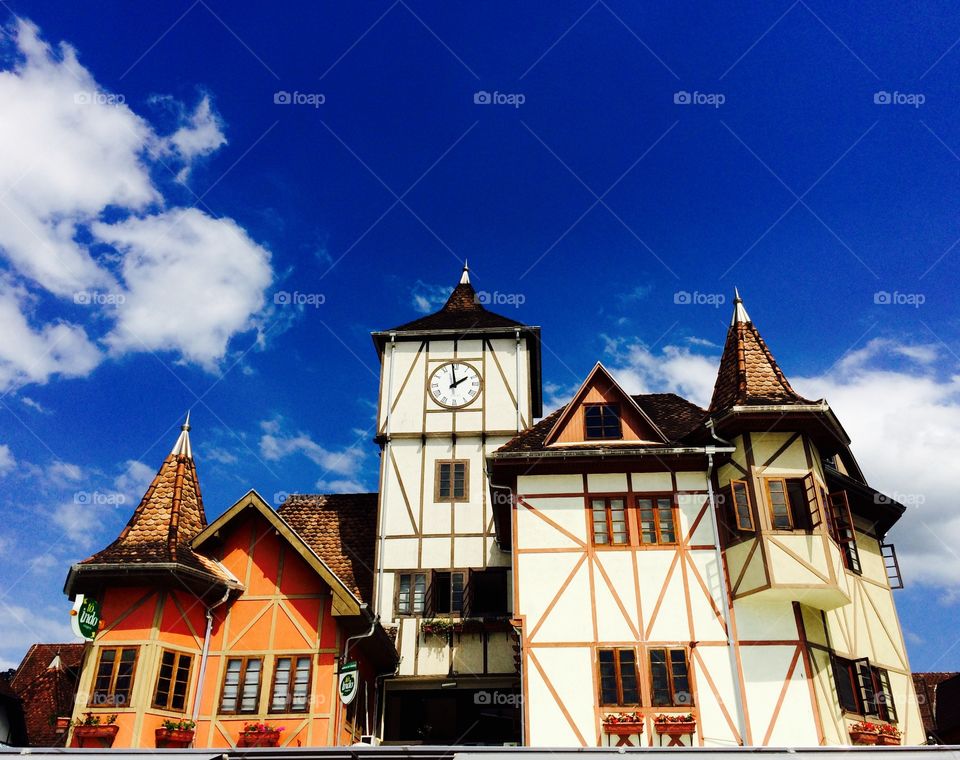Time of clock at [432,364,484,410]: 1:58
